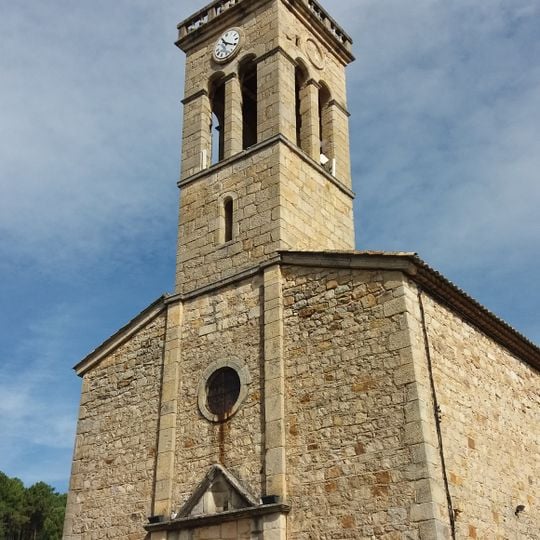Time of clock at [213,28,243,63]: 11:20
